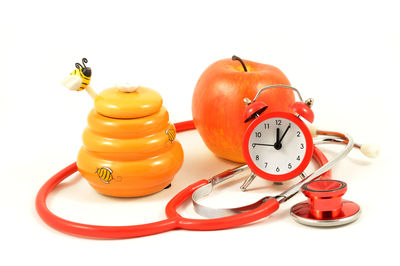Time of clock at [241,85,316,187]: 12:05
